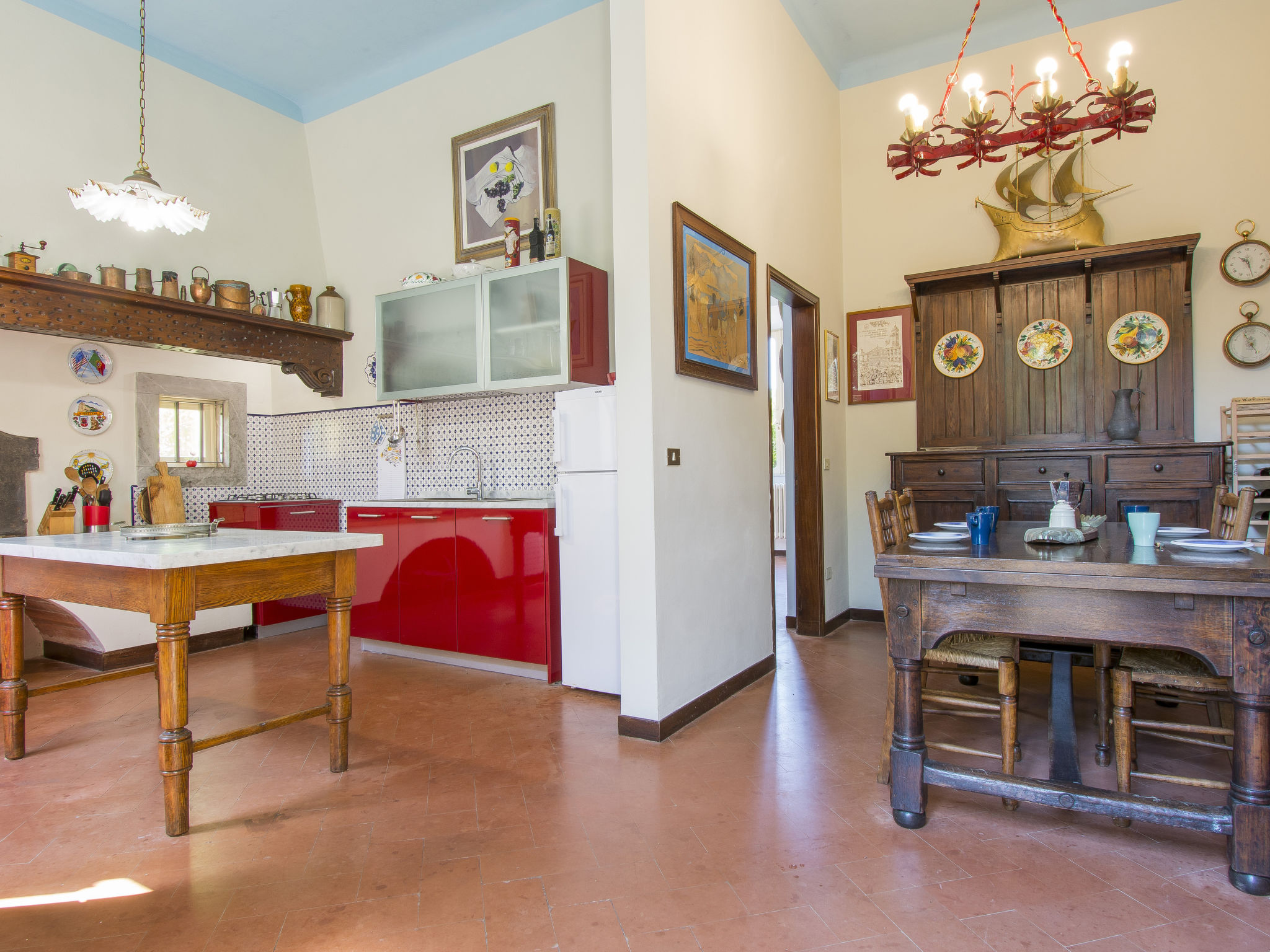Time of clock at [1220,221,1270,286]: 10:27
